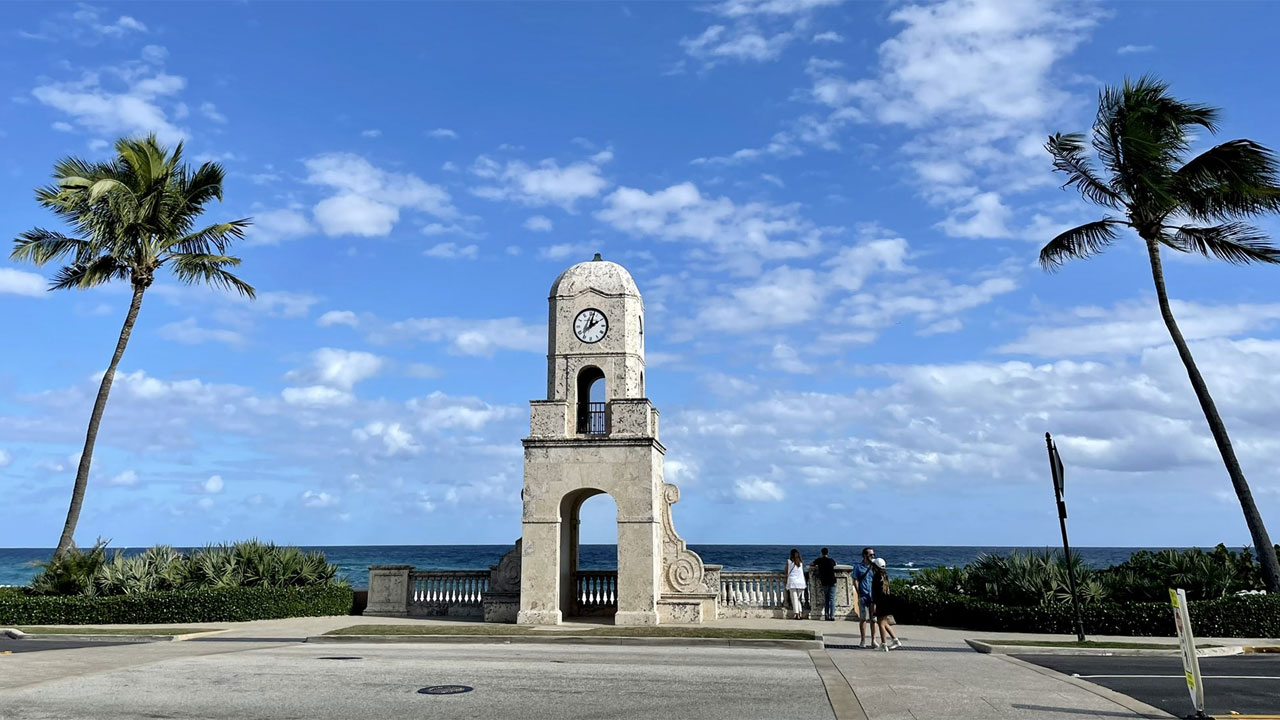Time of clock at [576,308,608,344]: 2:02
